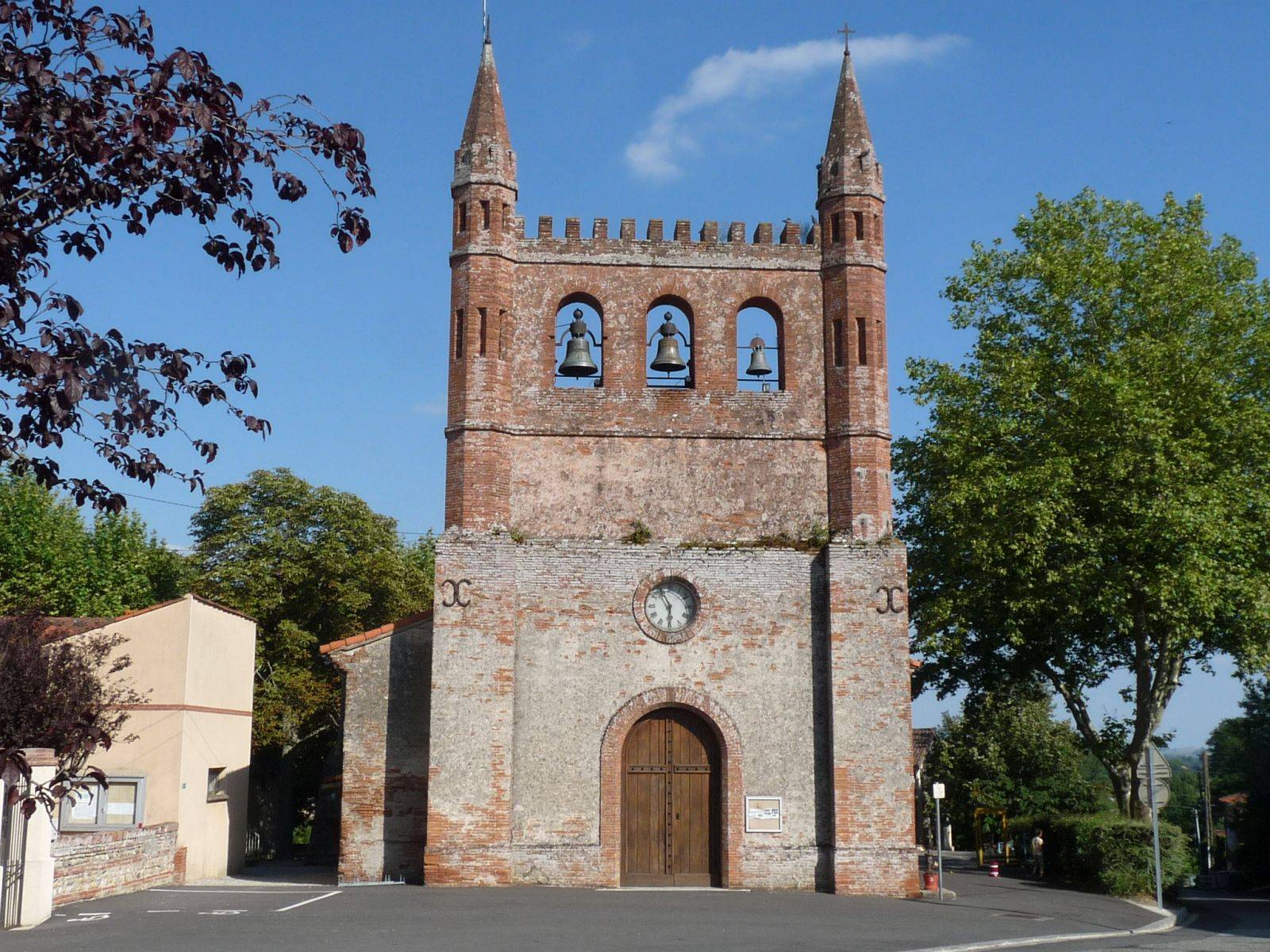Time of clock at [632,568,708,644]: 5:55
